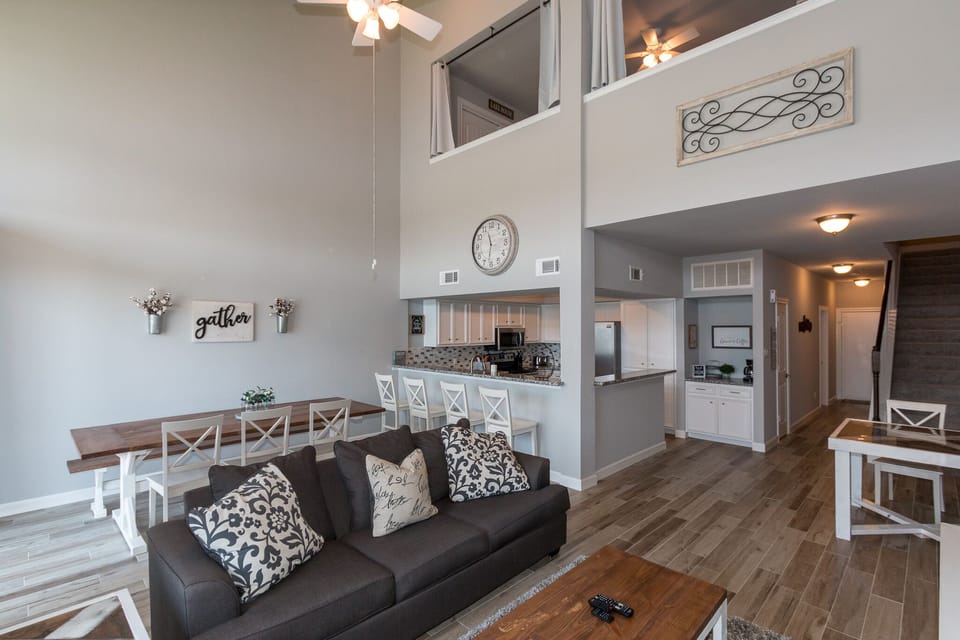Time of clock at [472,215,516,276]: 11:32
